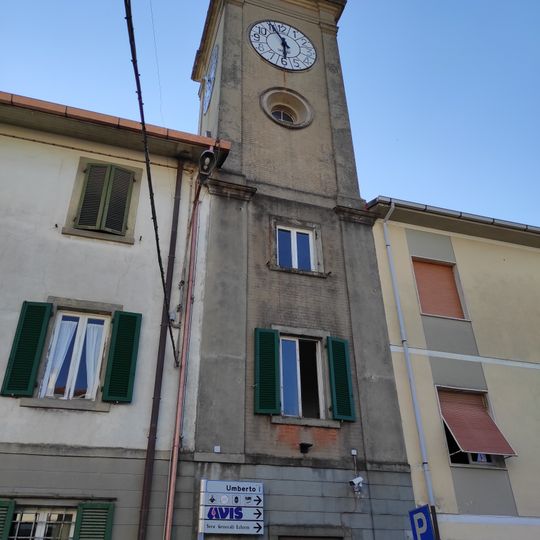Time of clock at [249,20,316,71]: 5:55
